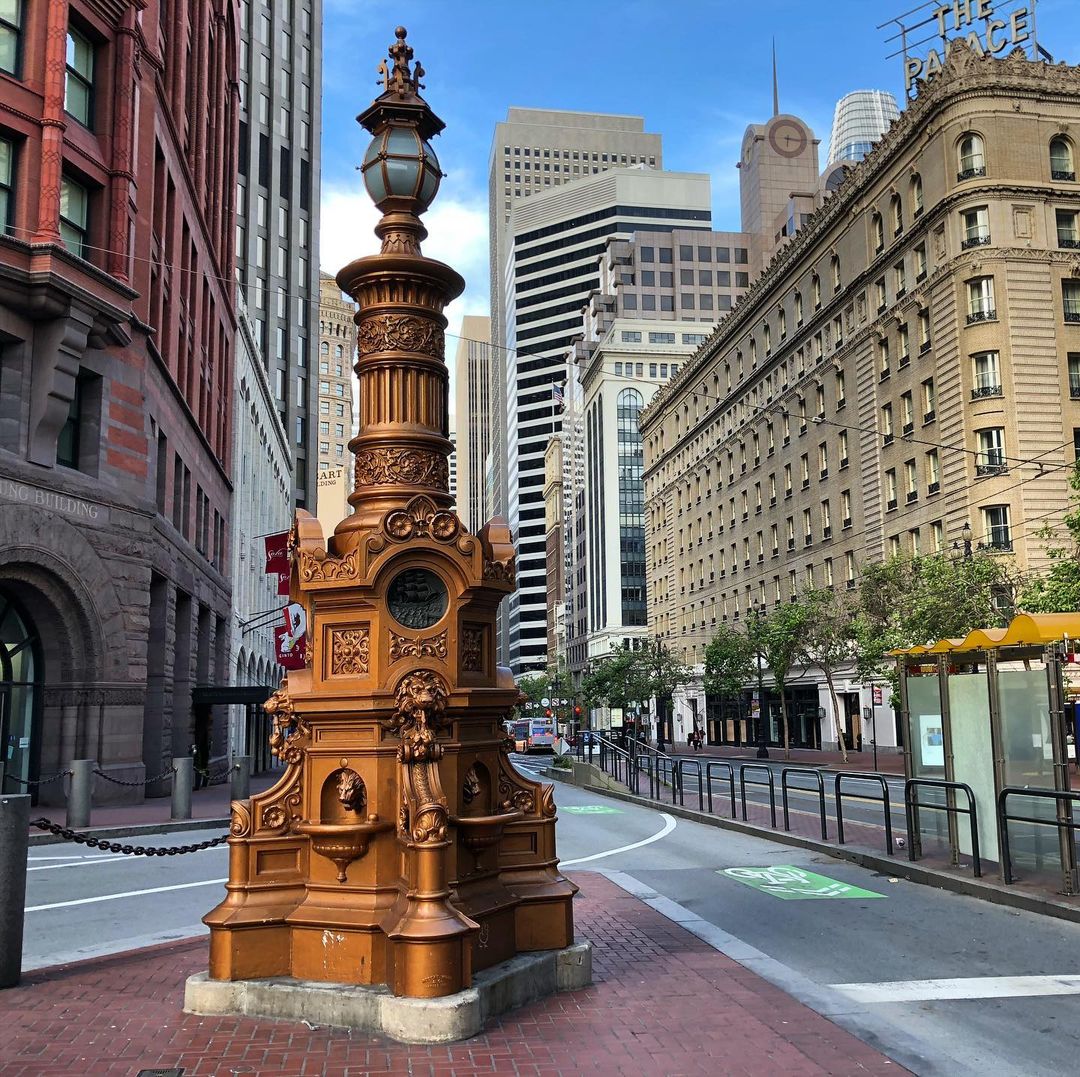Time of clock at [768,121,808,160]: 6:15
